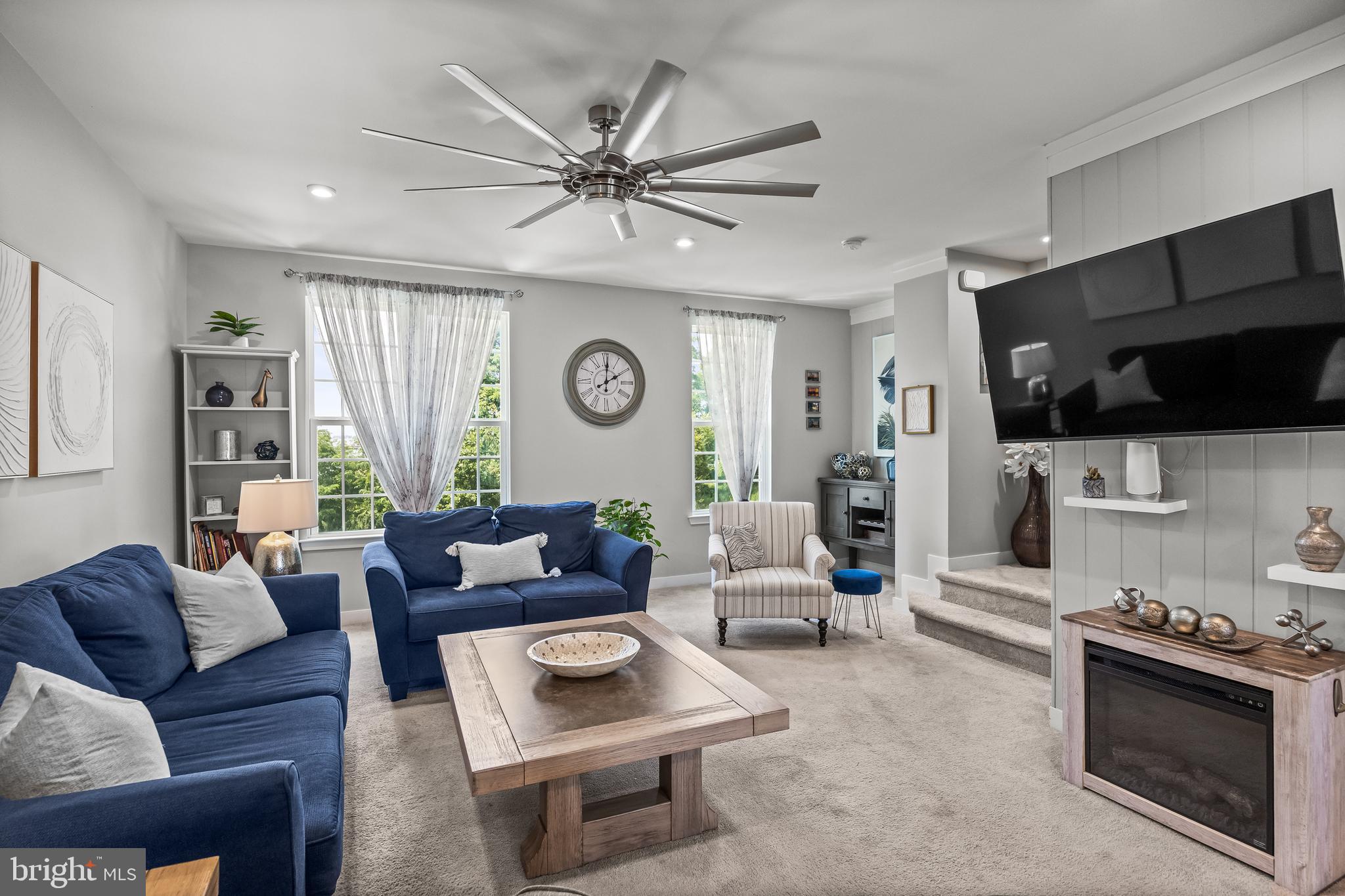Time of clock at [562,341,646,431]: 2:00
